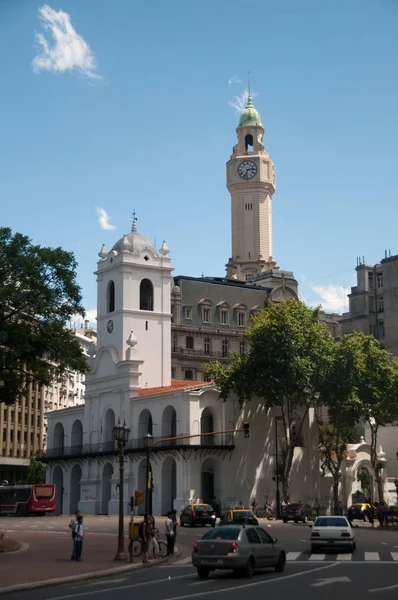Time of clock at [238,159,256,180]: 2:33
